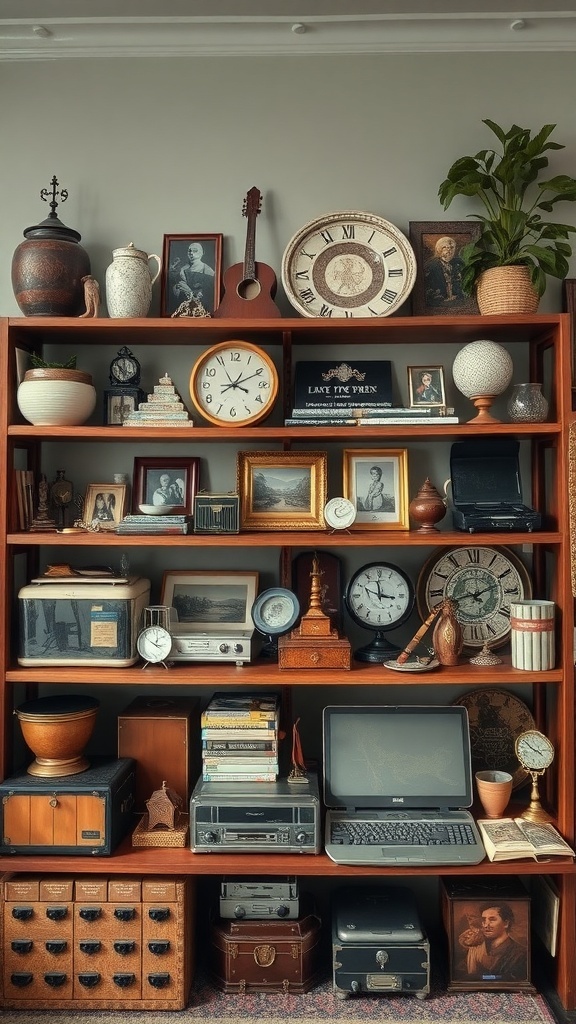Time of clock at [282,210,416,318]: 11:34
